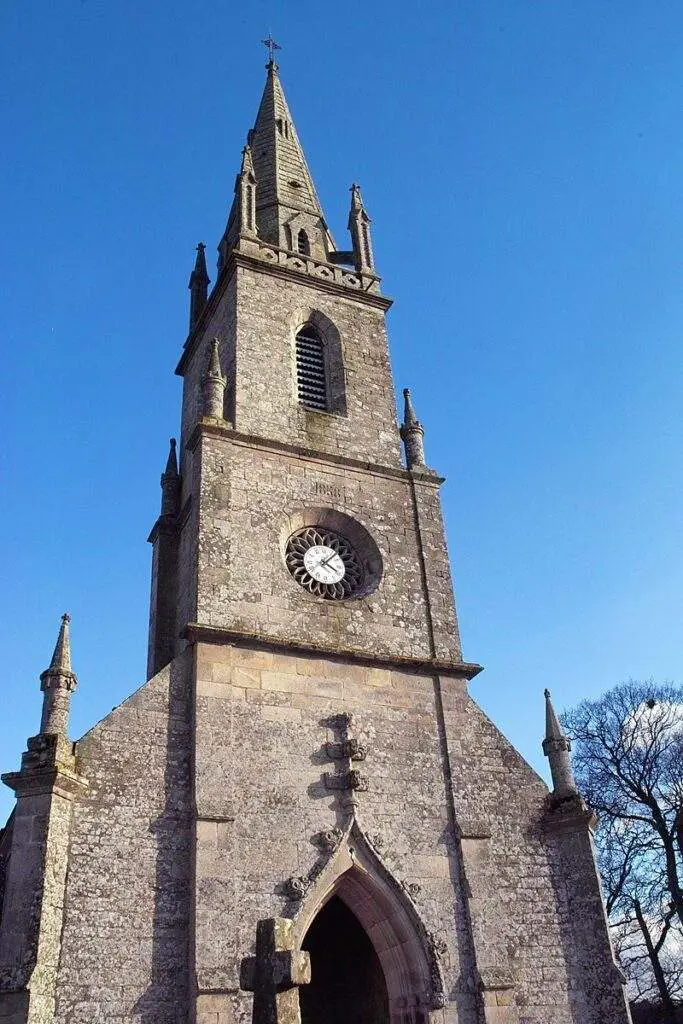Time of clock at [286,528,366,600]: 4:07
